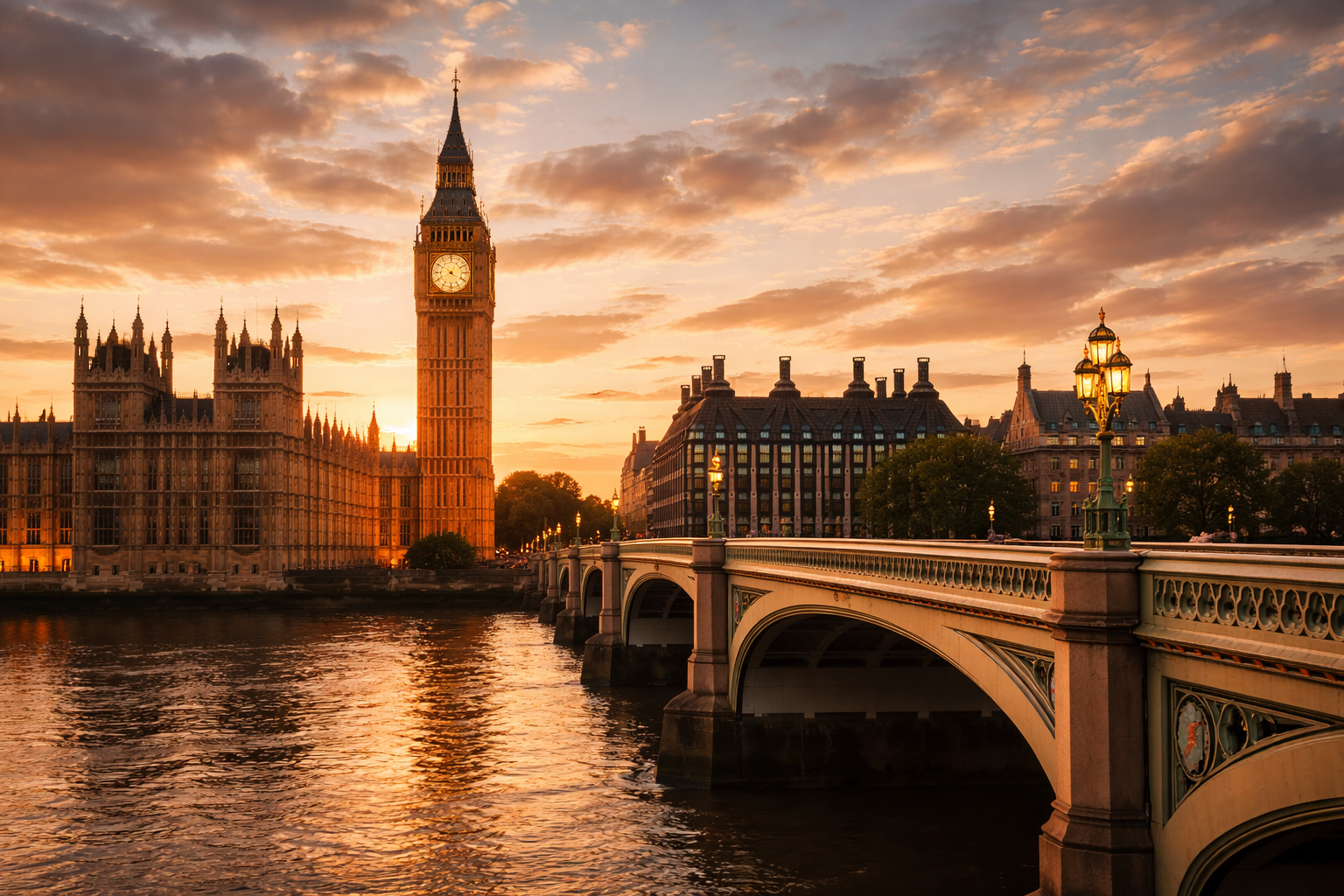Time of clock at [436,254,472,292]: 3:50
